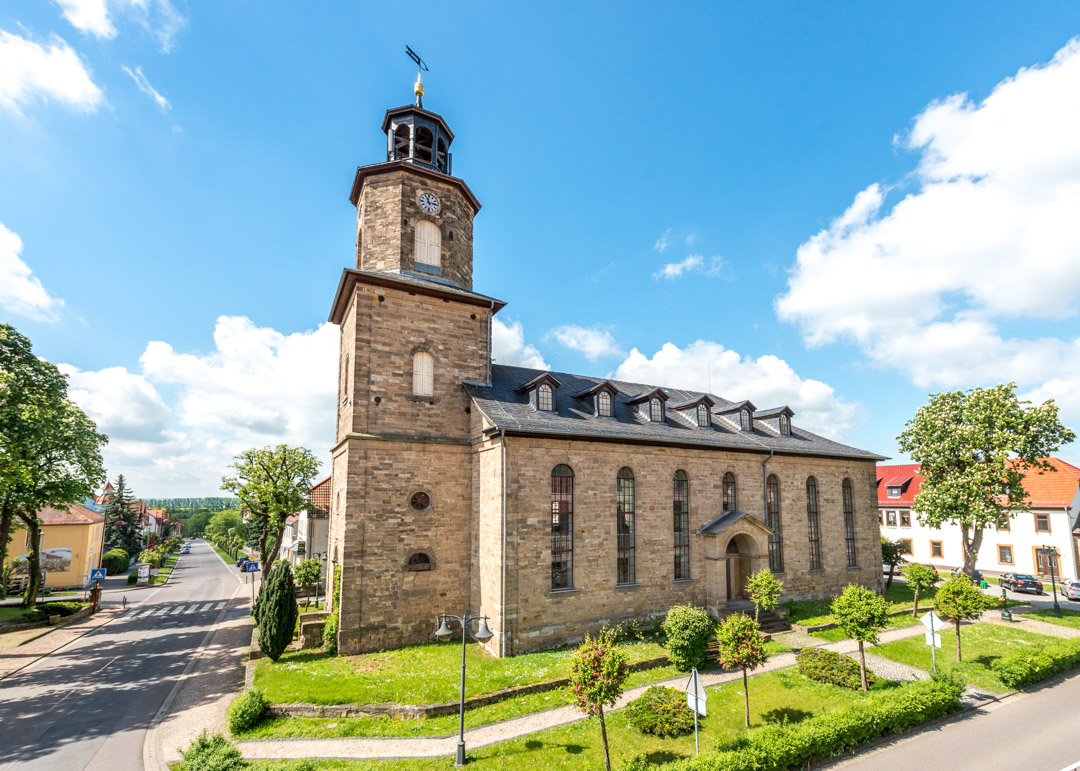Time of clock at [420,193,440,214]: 11:13
